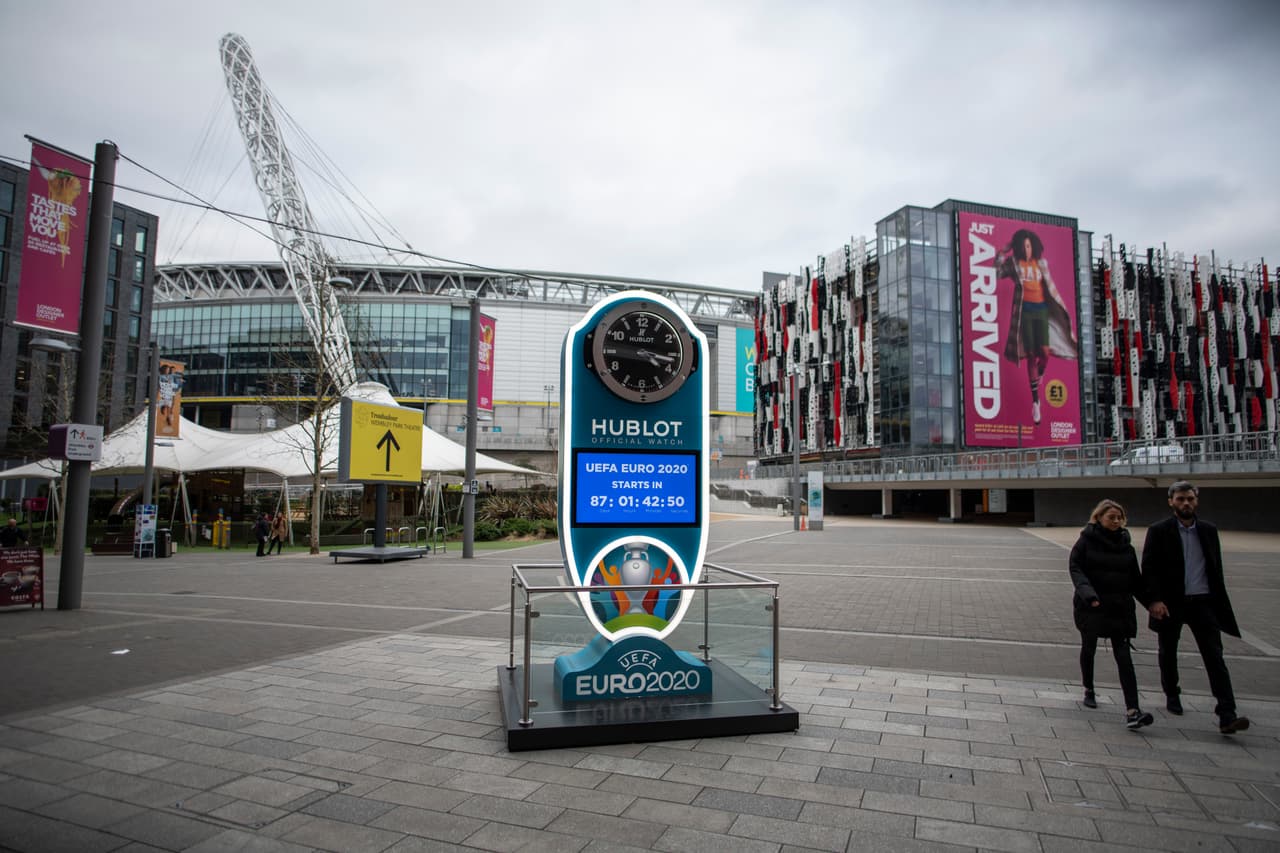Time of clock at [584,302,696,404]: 4:16
